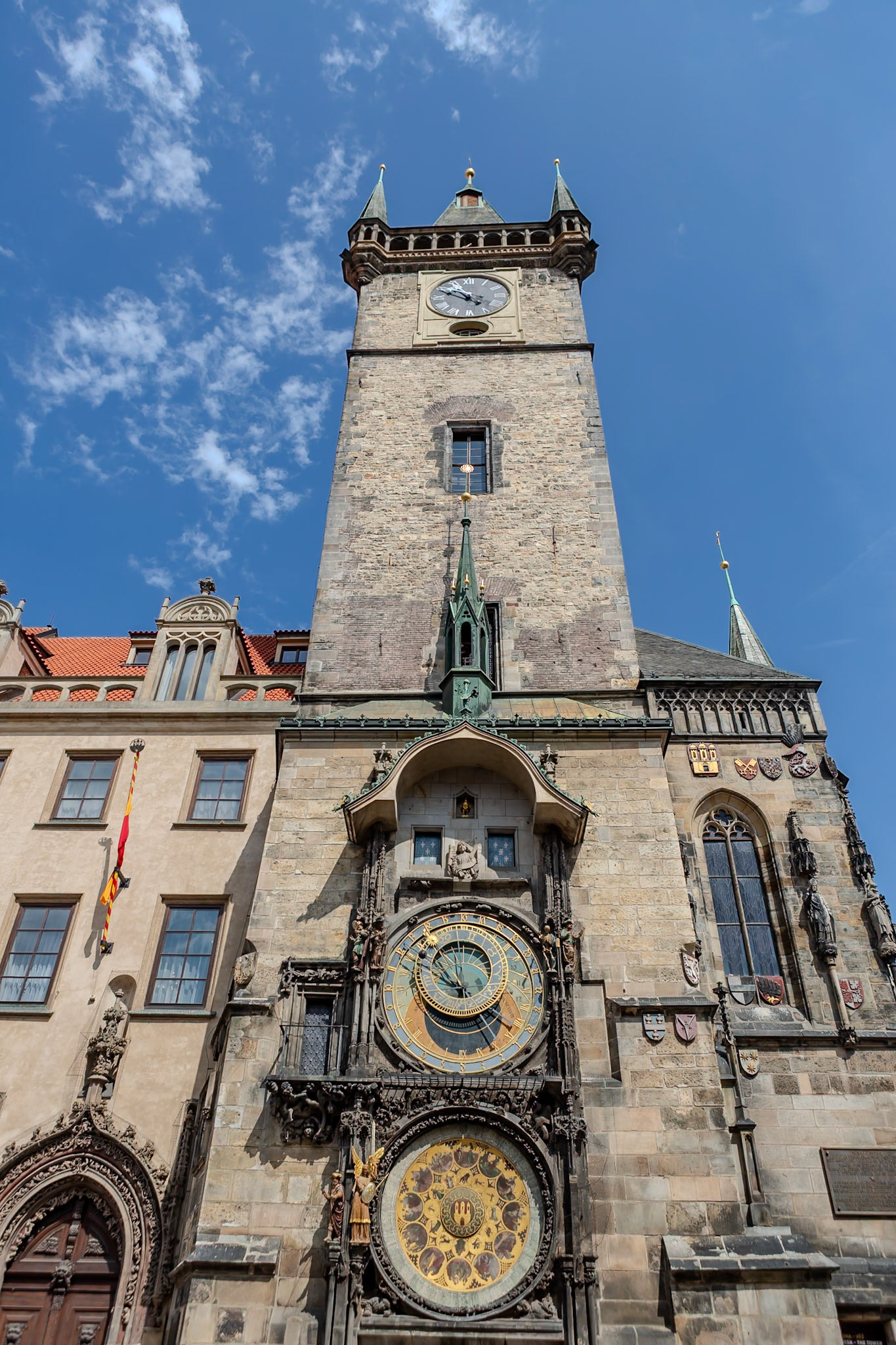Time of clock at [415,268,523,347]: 10:50
